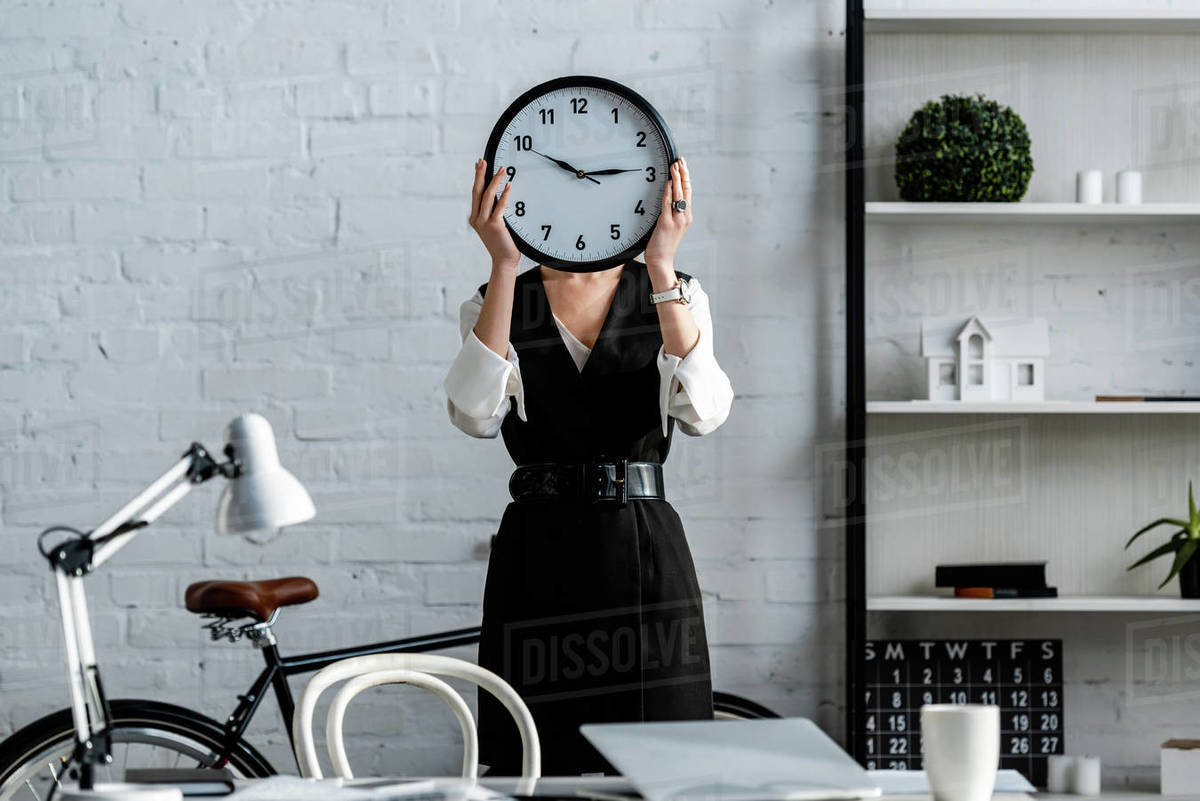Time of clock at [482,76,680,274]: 2:49
